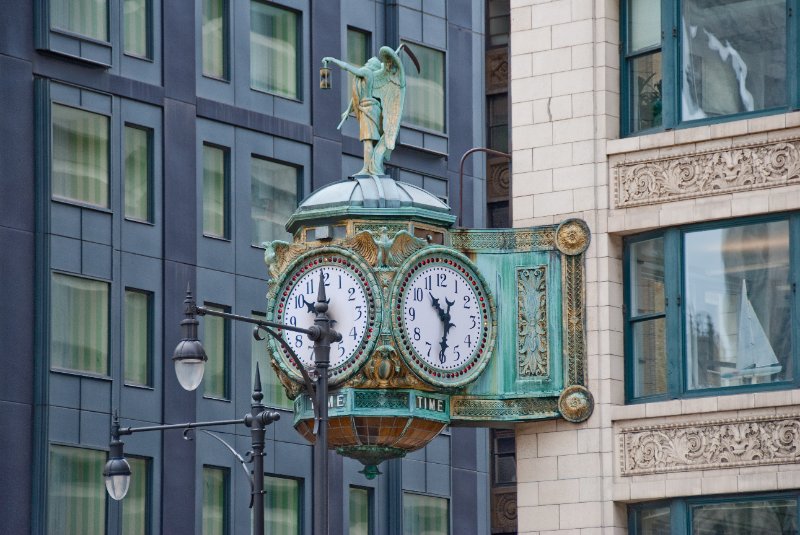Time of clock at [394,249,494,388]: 10:31
